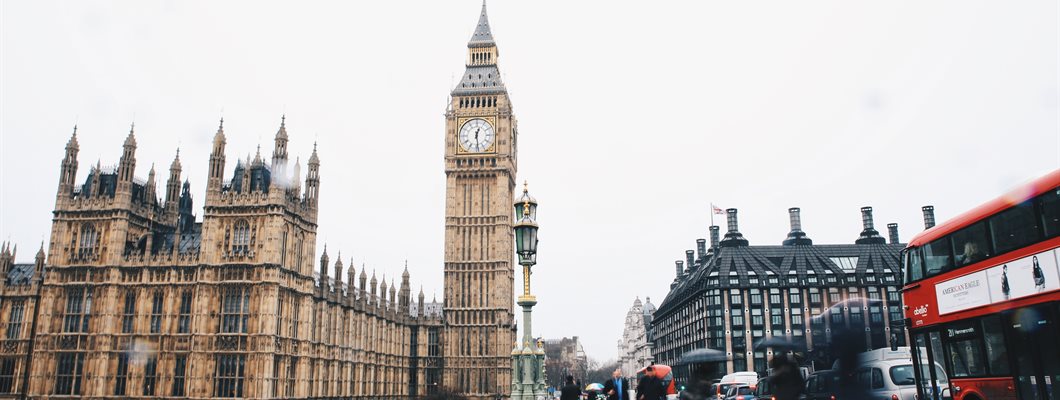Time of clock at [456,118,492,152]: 12:28
